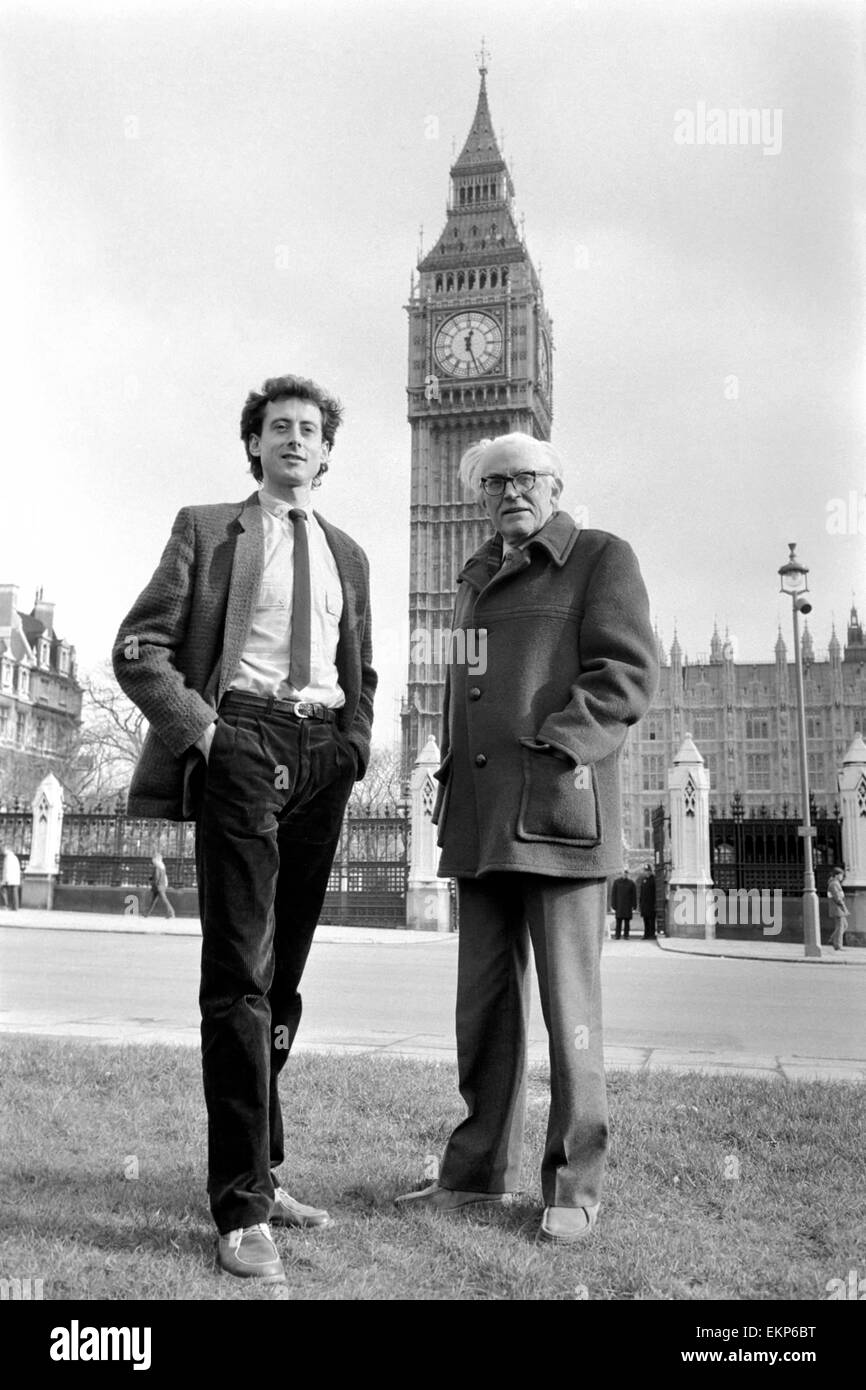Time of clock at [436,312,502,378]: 12:26
